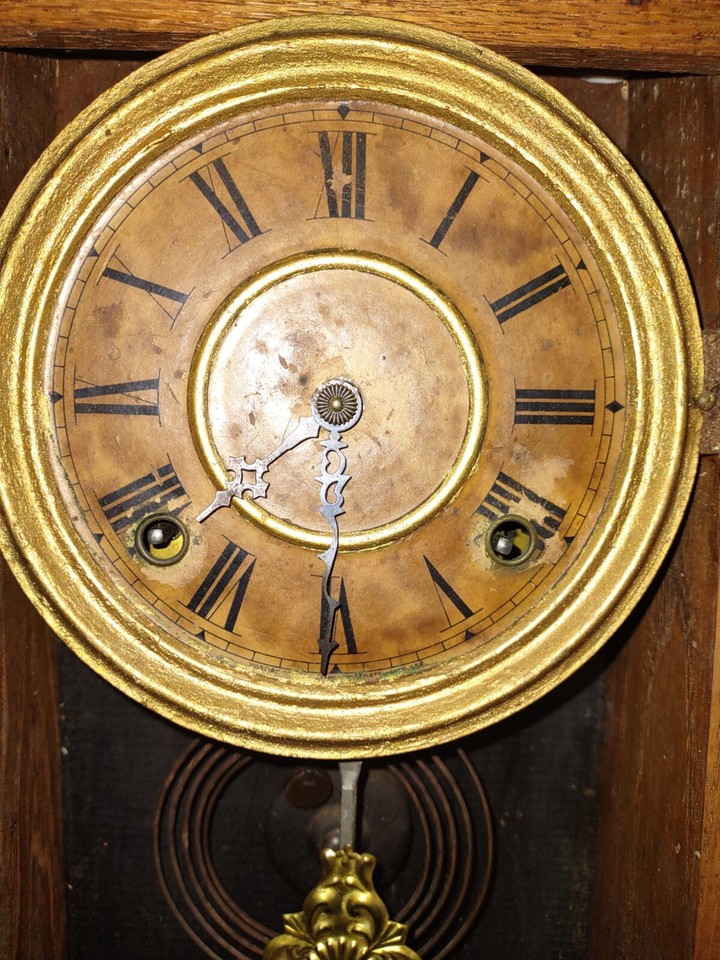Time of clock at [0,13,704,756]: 10:37
